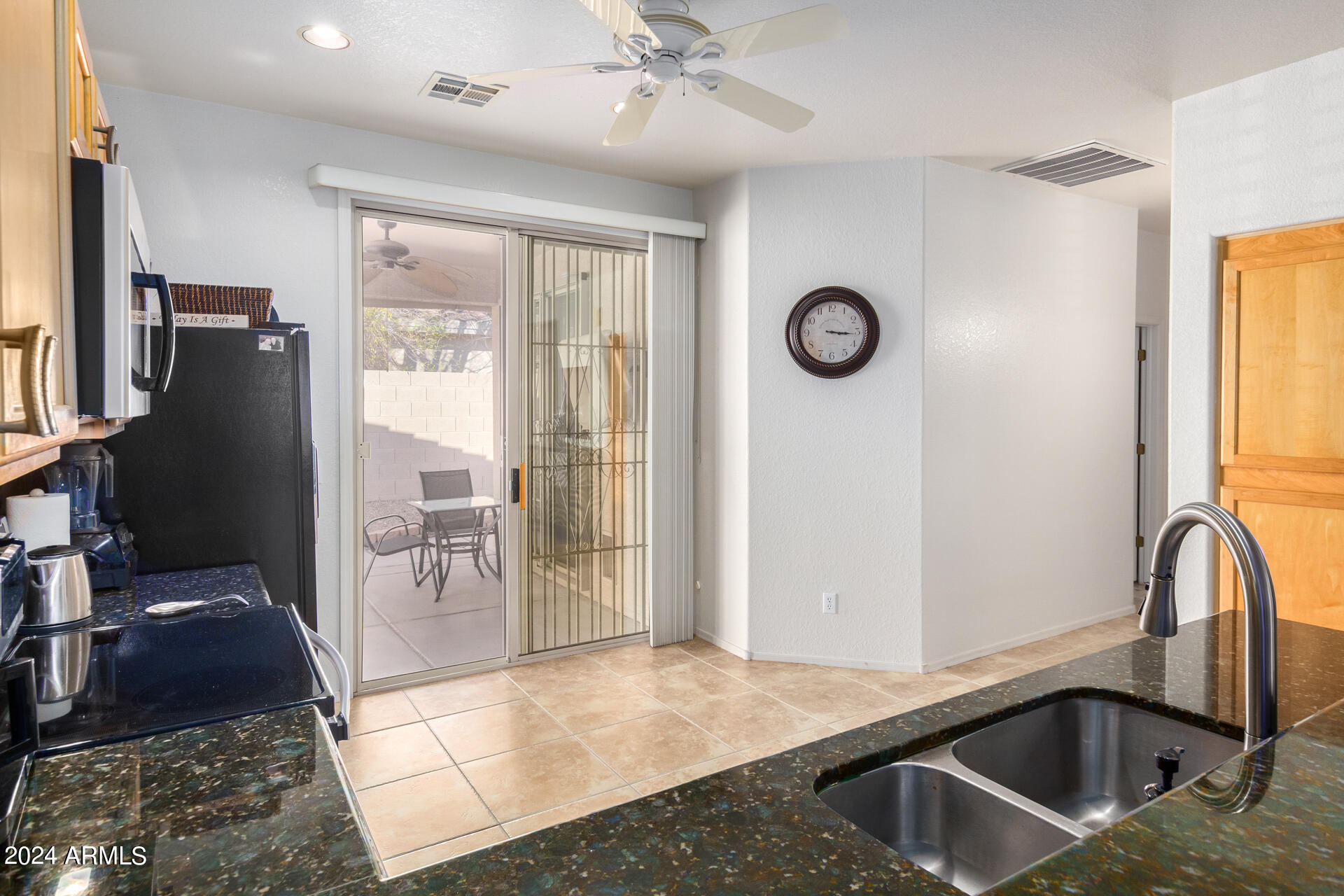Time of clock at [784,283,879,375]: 3:15
